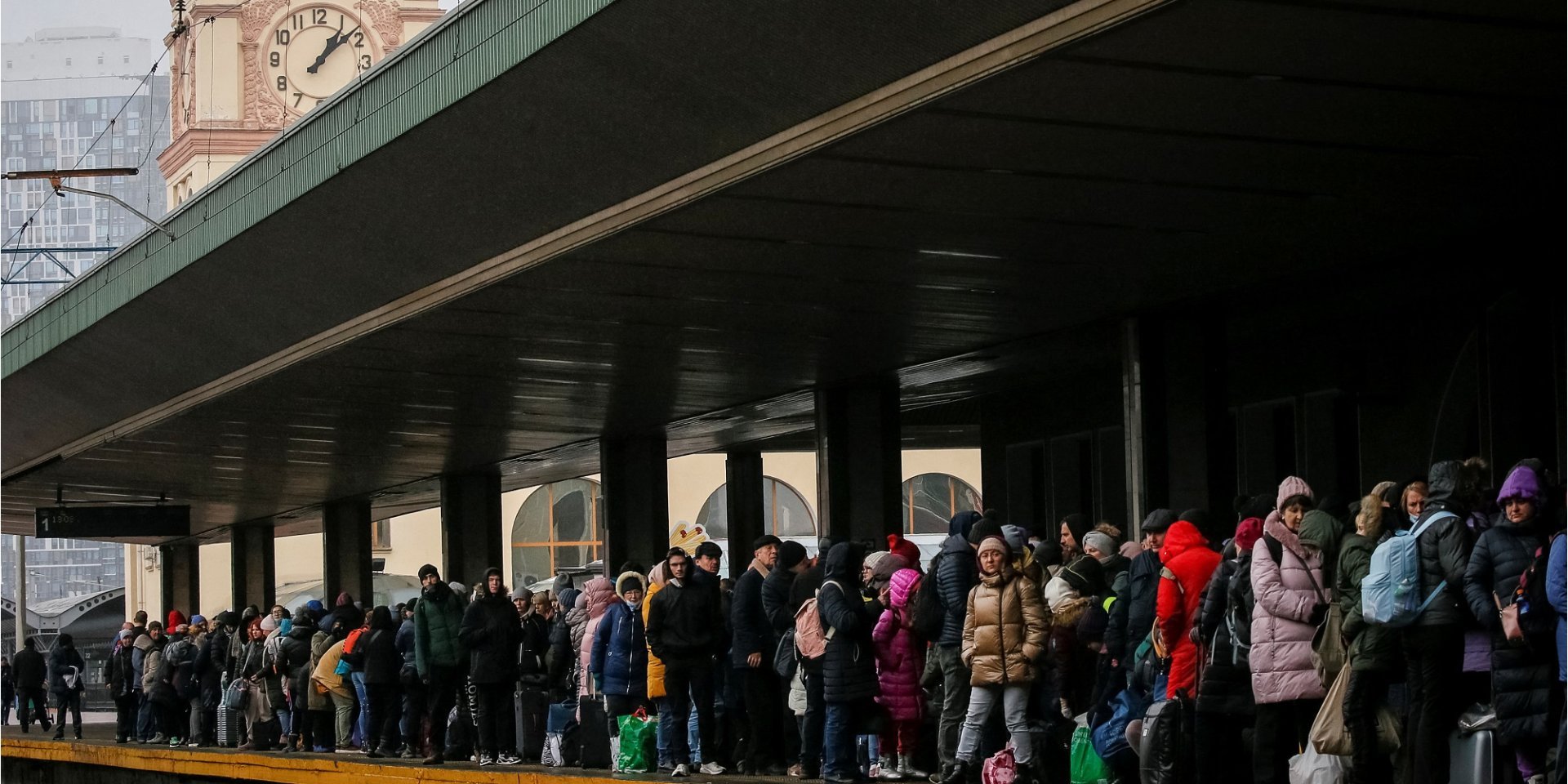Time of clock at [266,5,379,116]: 1:08
